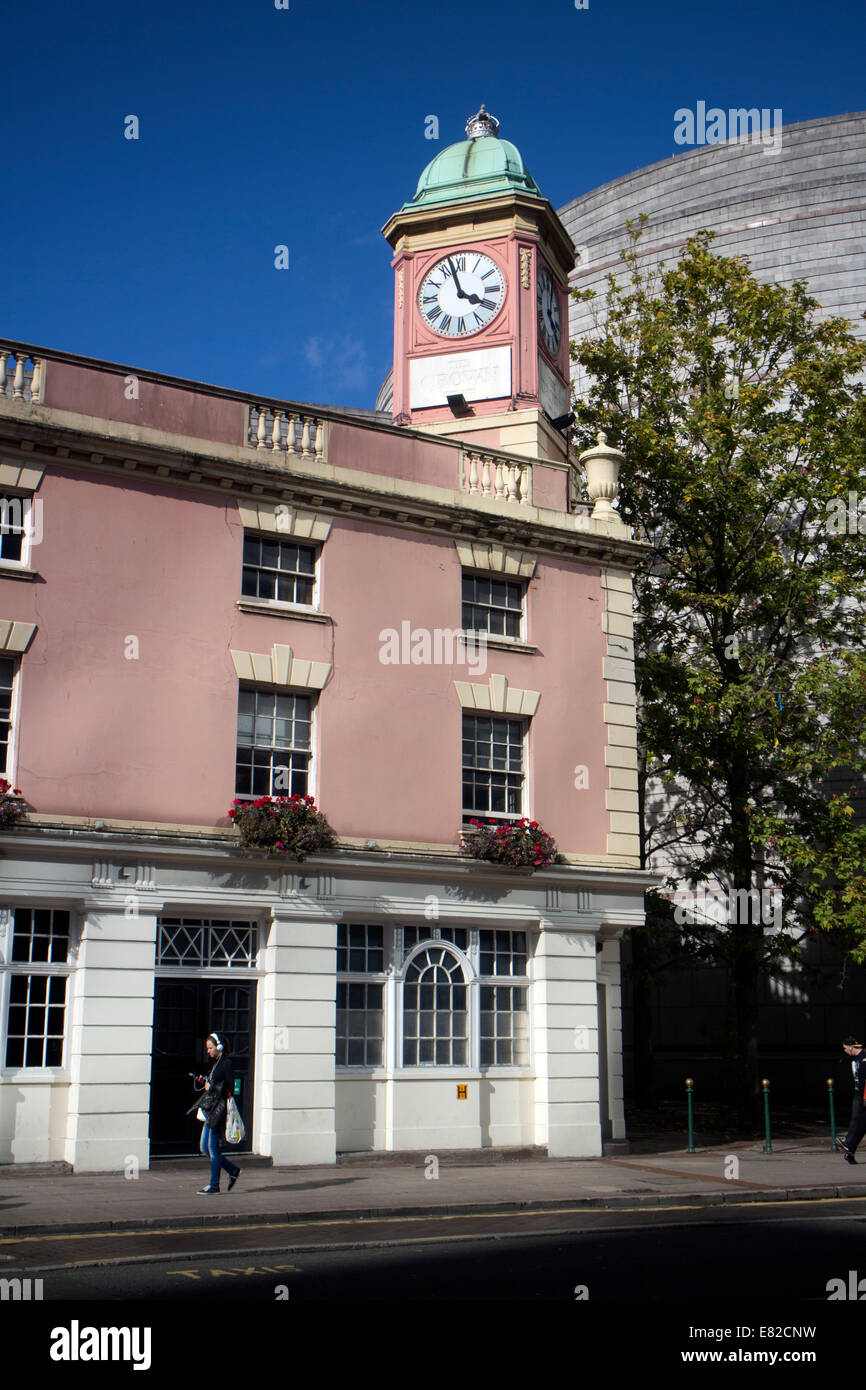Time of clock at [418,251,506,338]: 3:57
